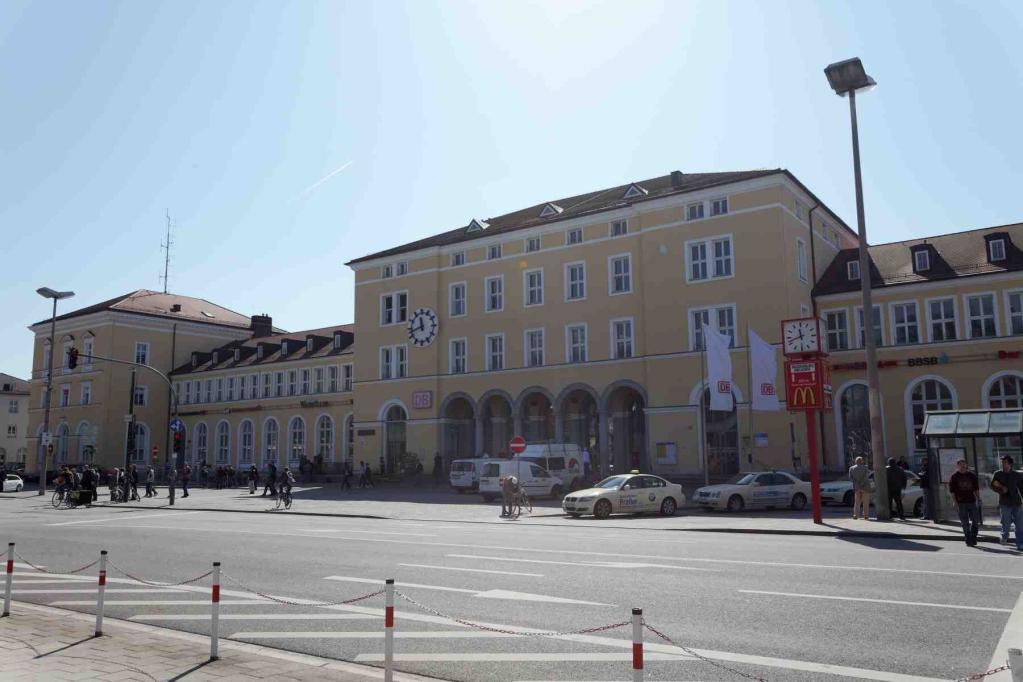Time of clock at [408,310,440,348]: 11:42
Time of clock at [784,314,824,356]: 11:41
